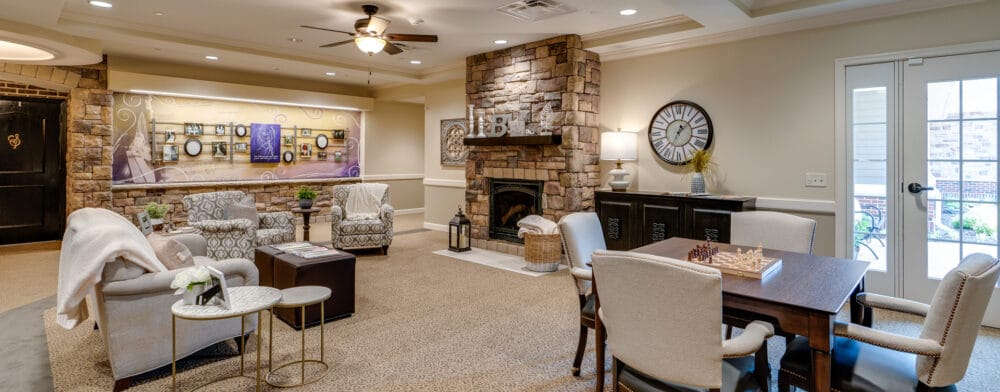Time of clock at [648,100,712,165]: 7:07
